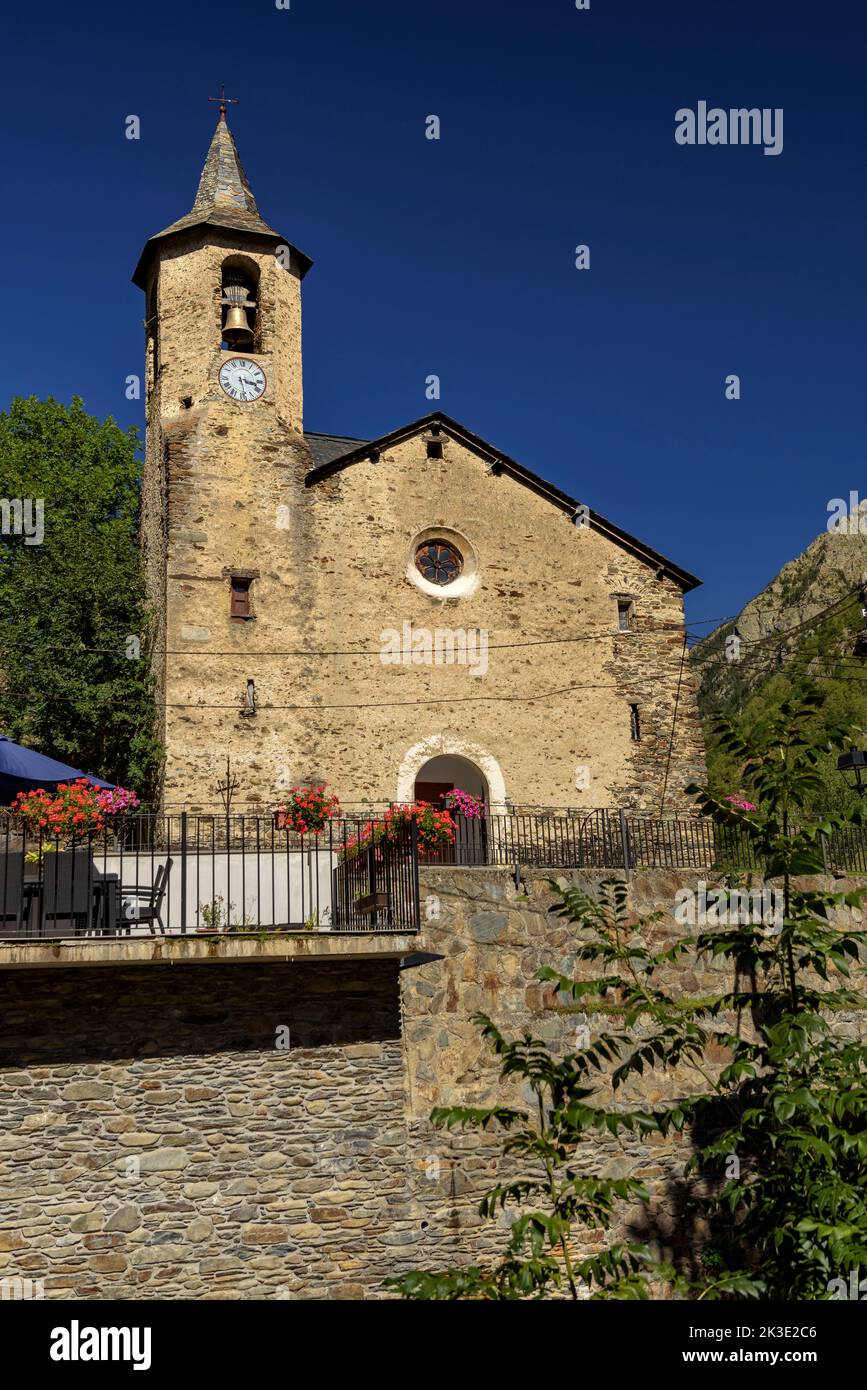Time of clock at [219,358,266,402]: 3:28
